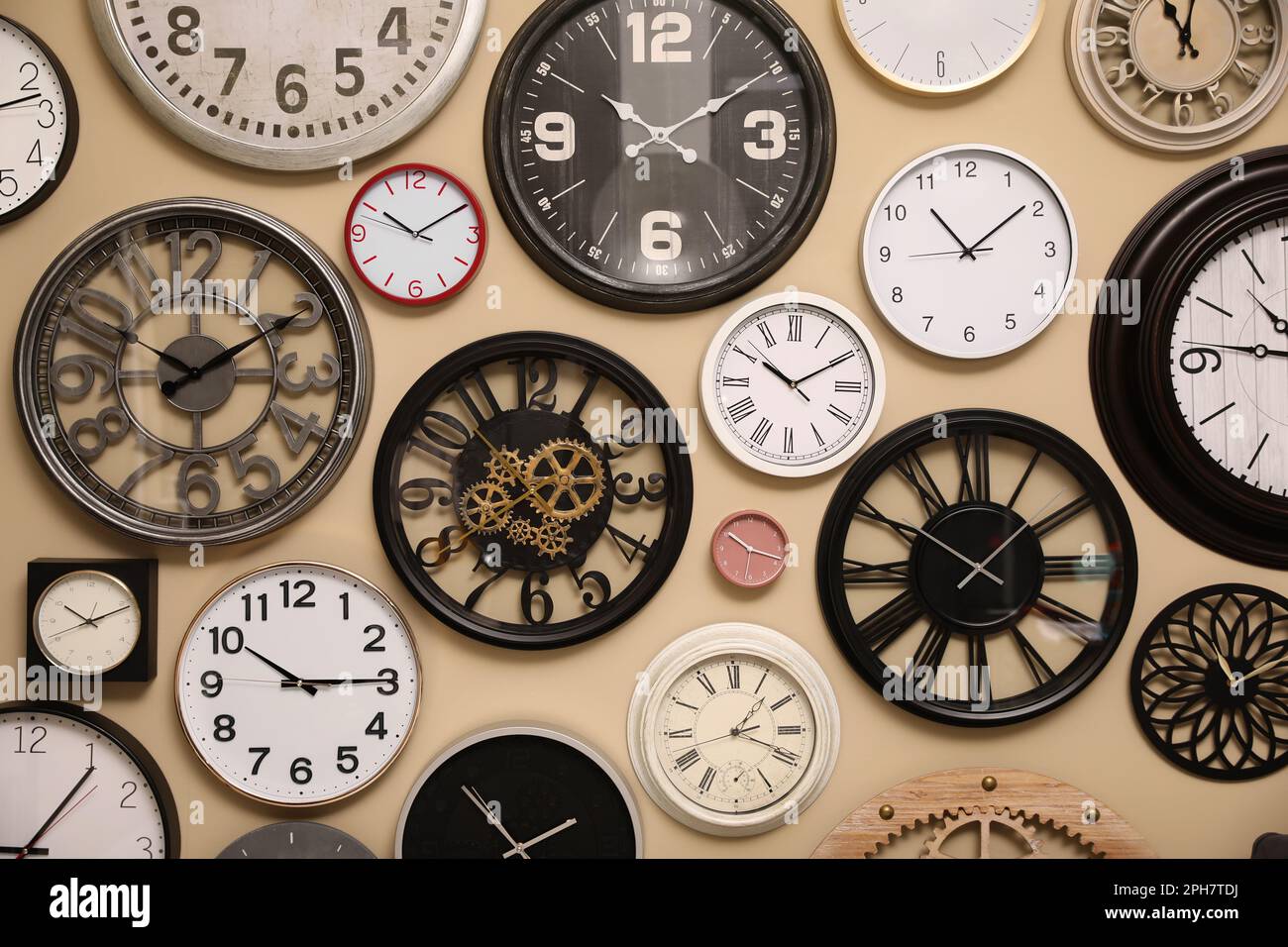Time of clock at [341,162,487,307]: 10:09
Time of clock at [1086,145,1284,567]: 10:08
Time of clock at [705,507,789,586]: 10:18
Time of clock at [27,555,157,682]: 10:11
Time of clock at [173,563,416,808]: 10:14
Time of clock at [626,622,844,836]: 1:18
